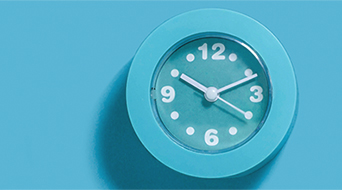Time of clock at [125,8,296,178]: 10:11
